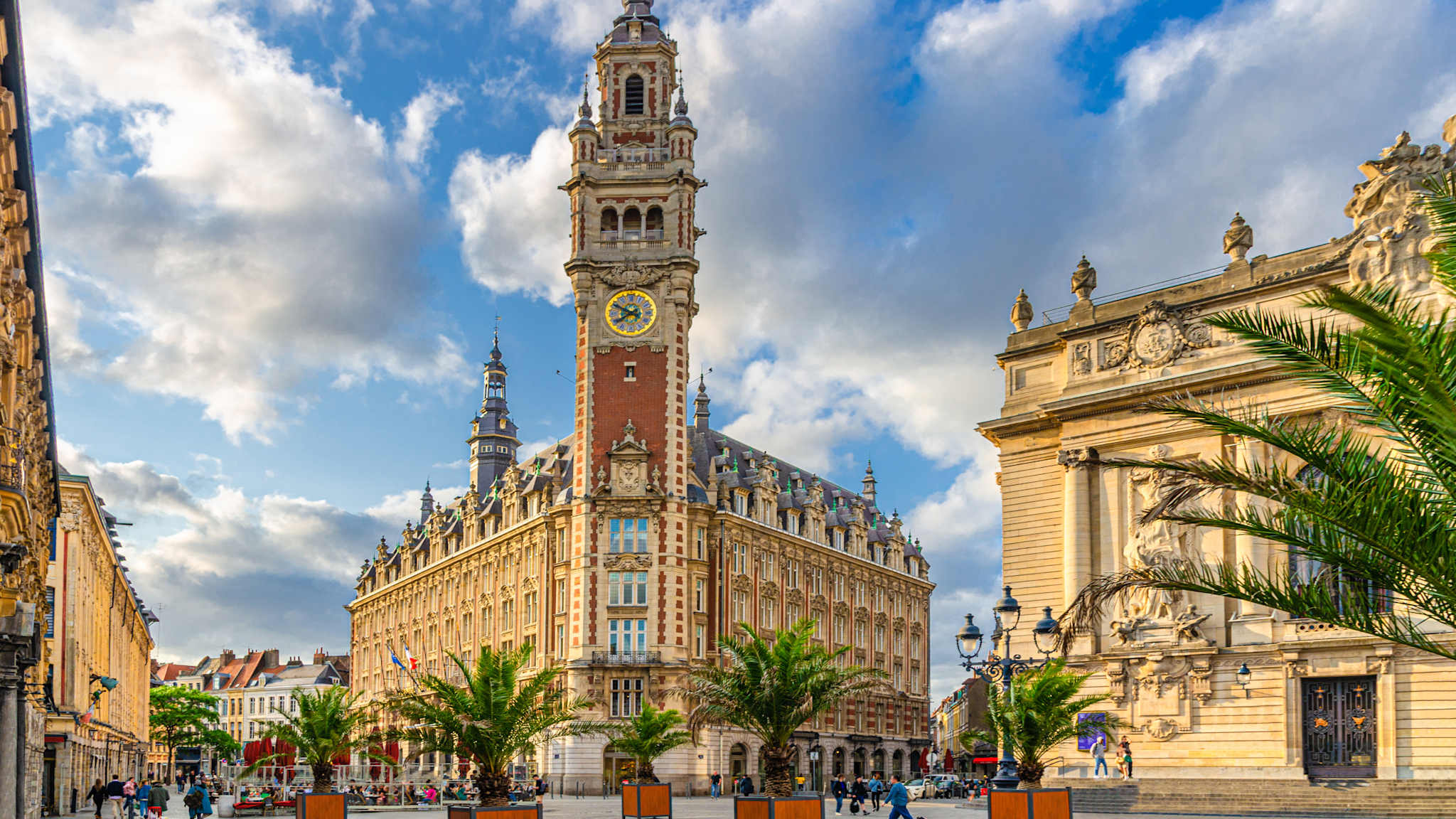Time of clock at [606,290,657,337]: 7:49
